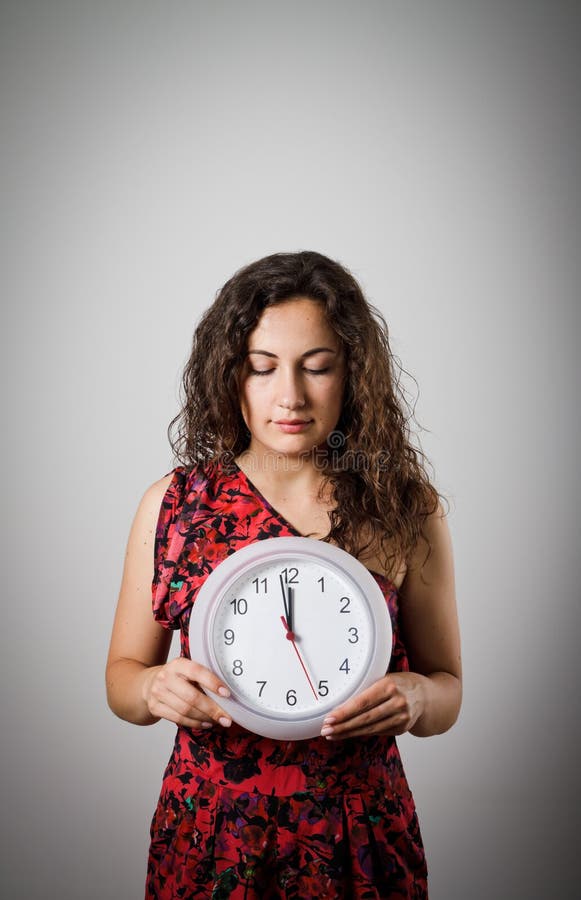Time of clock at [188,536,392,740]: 11:58
